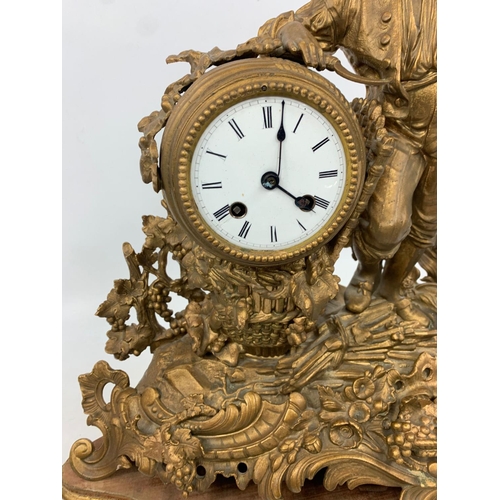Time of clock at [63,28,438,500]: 4:02
